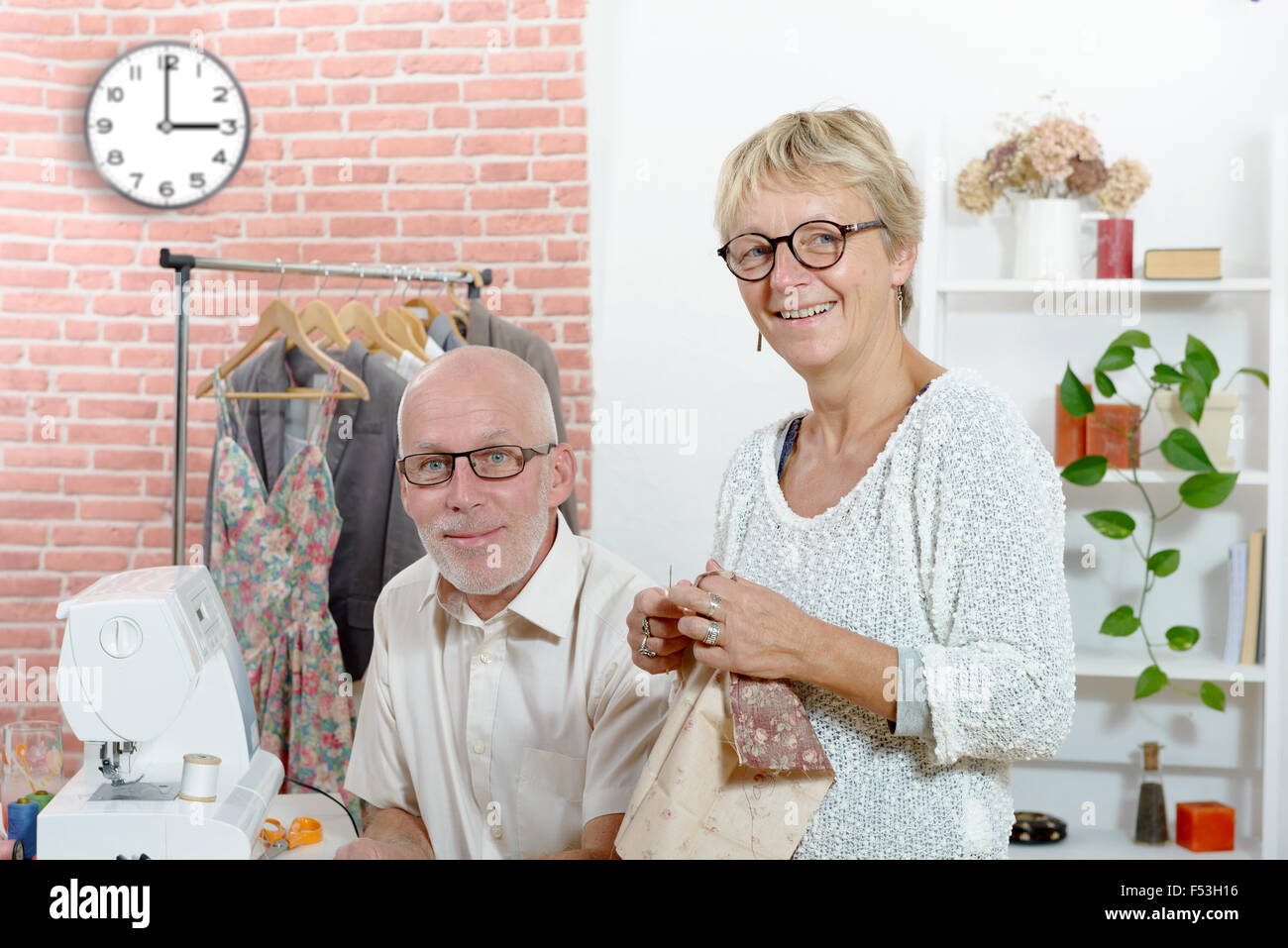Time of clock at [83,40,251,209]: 3:00
